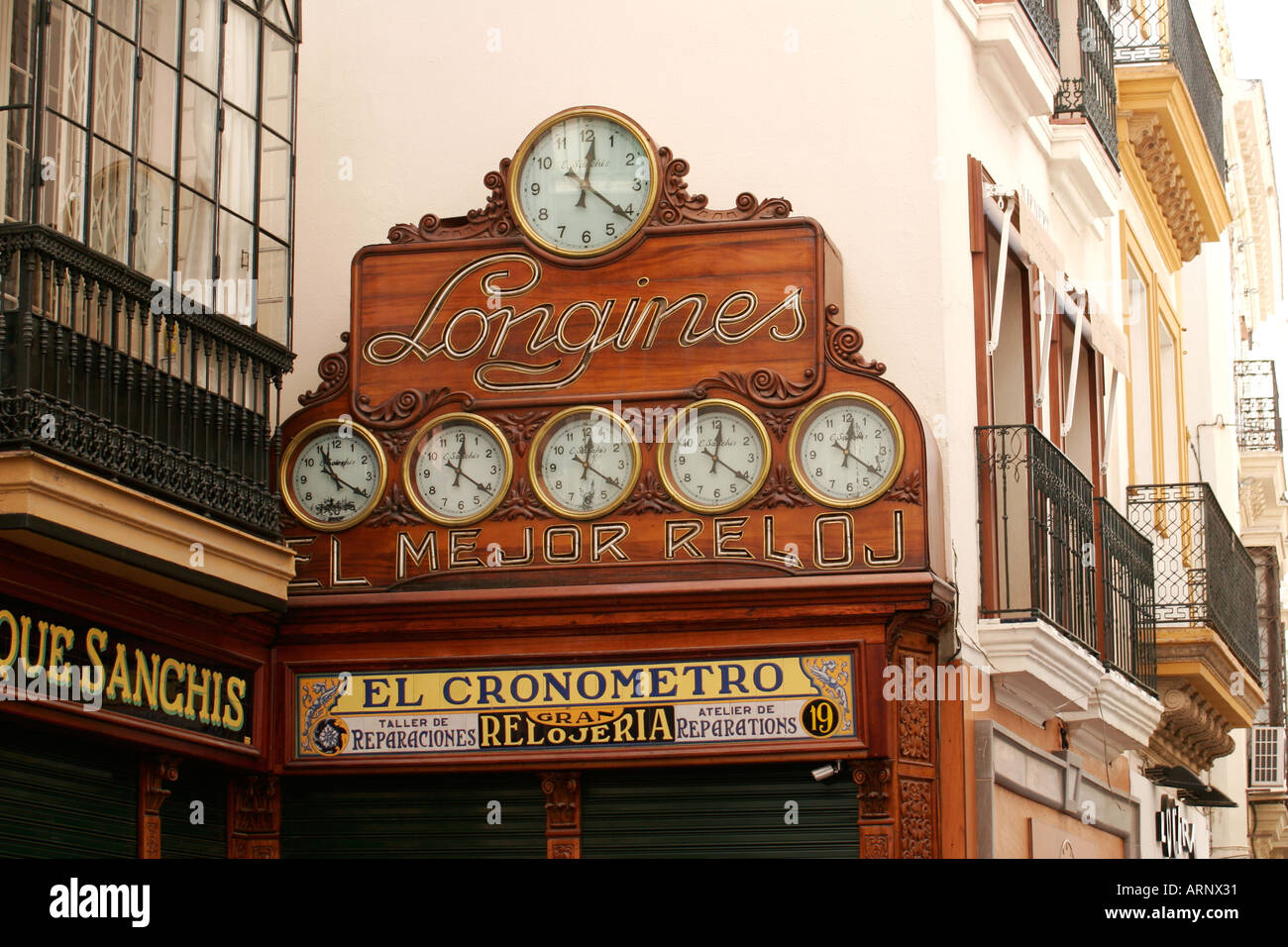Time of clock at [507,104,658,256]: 12:21
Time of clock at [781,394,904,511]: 12:21
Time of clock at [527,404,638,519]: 12:20
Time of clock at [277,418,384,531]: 11:20
